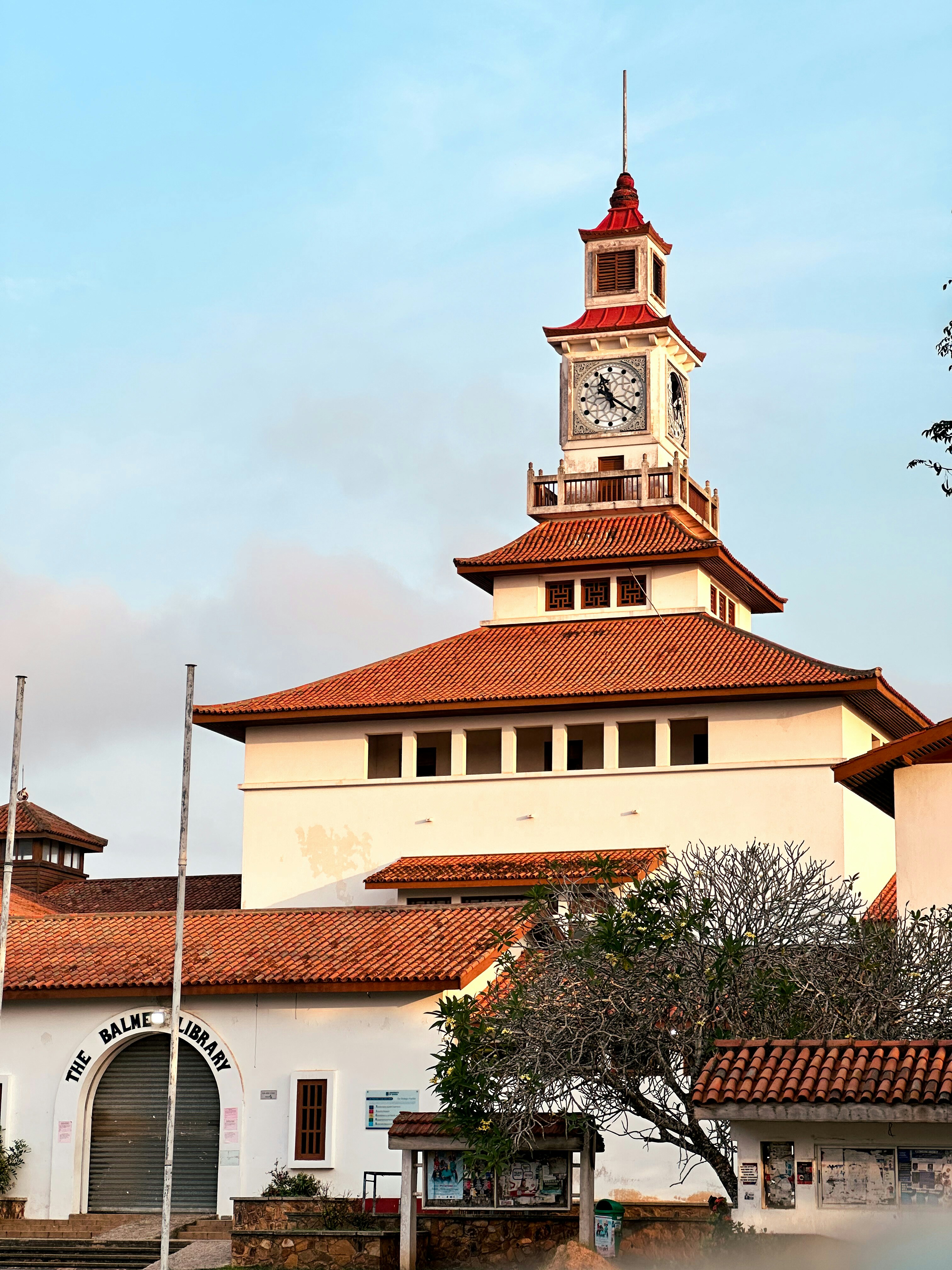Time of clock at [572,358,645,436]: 11:20
